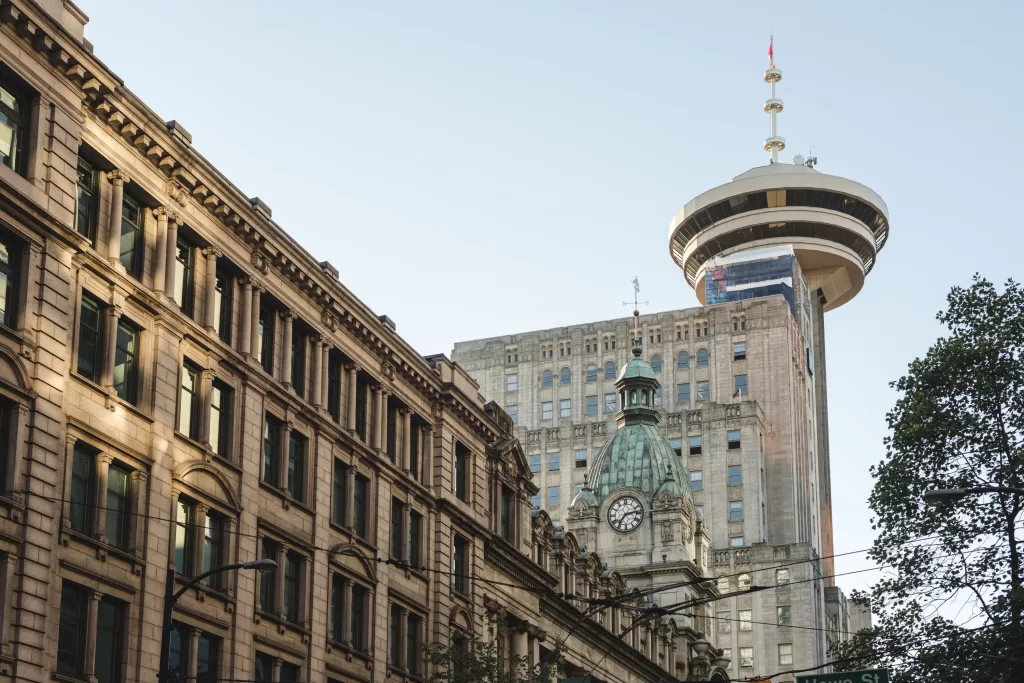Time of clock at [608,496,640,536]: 7:13
